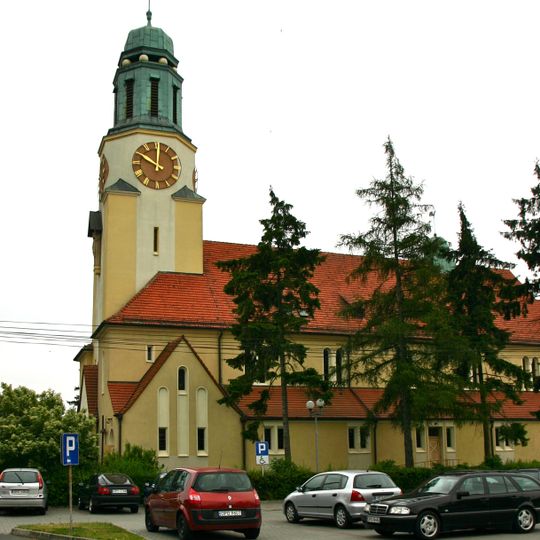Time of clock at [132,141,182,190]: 10:00
